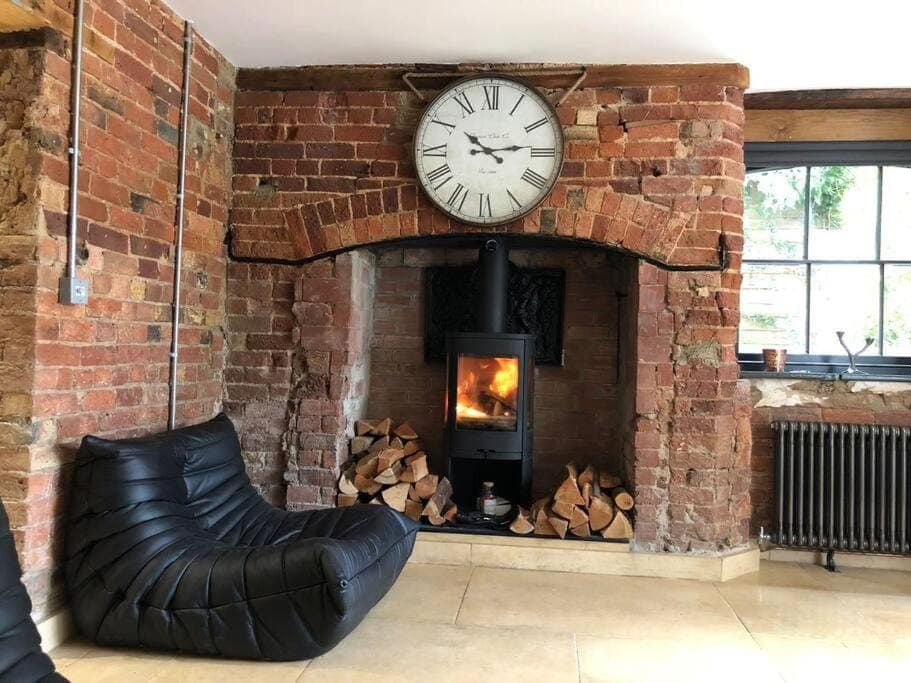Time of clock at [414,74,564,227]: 10:13
